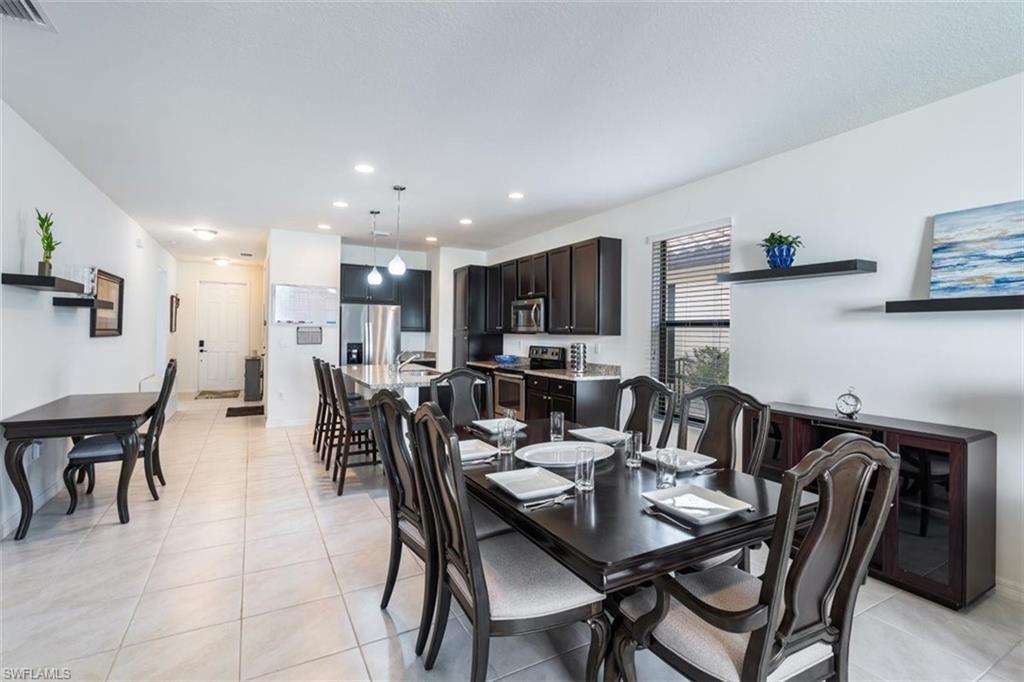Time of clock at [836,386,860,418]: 10:17
